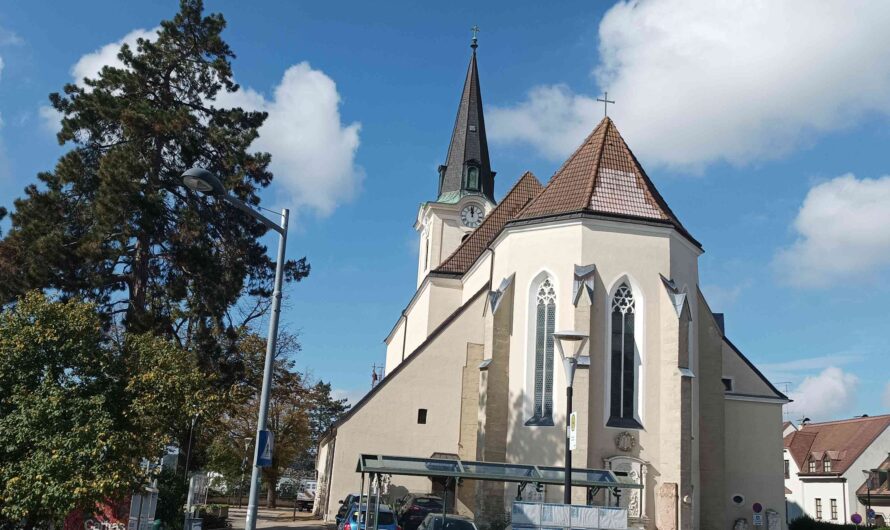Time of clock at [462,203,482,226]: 11:58
